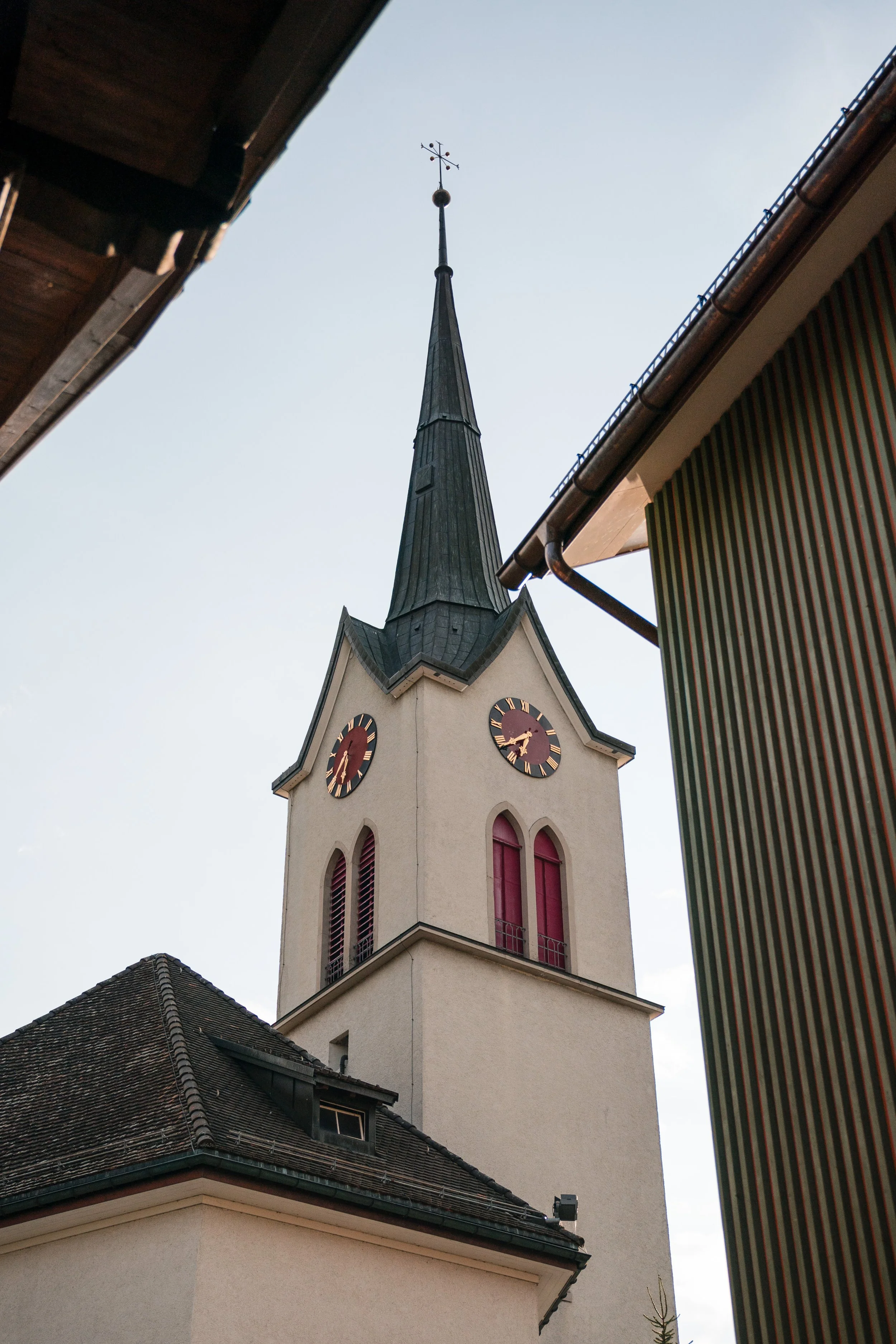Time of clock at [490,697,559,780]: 6:38
